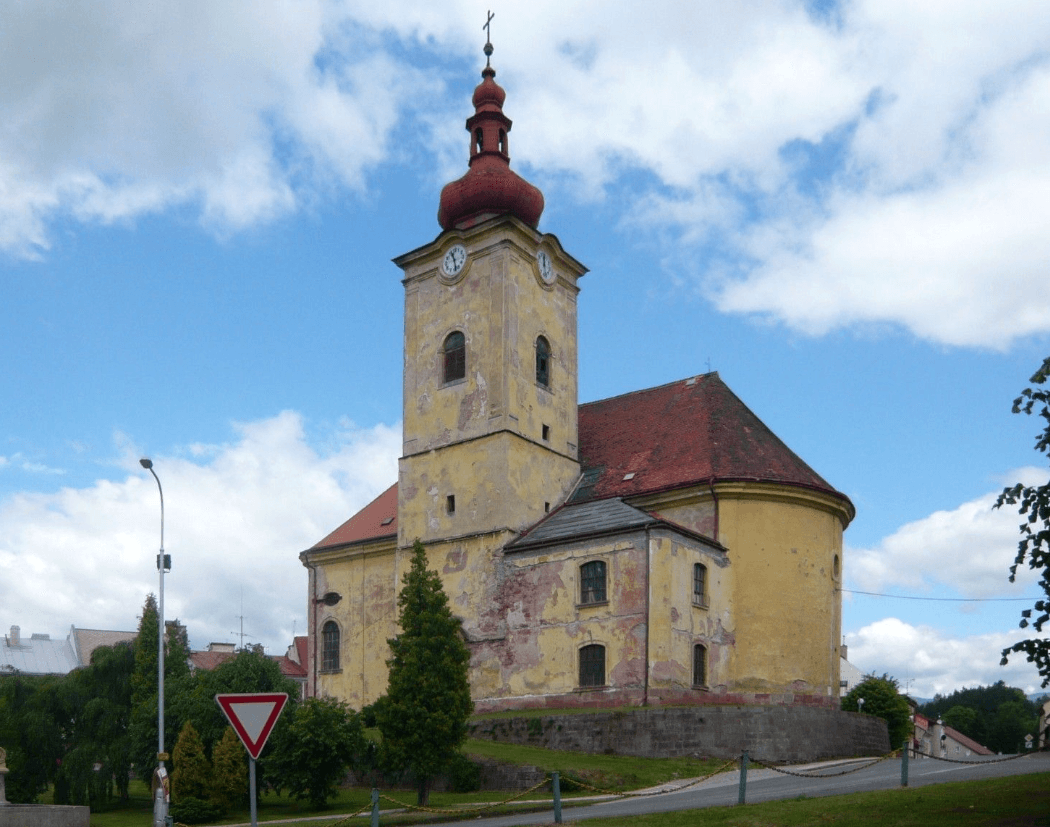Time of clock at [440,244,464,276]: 11:28
